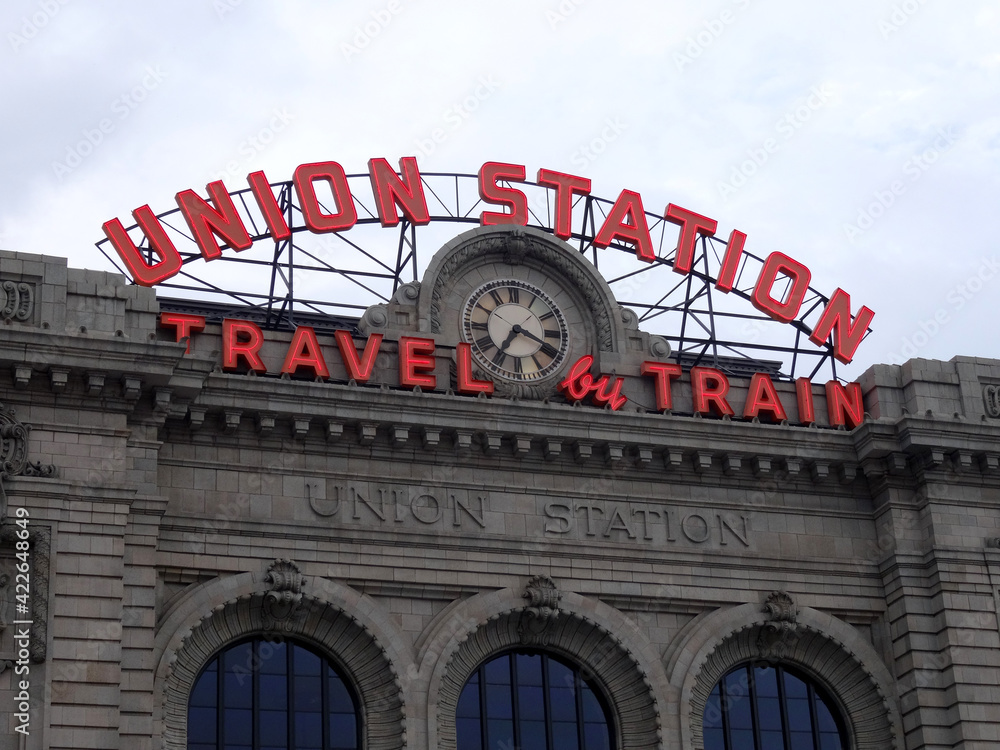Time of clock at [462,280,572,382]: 3:35
